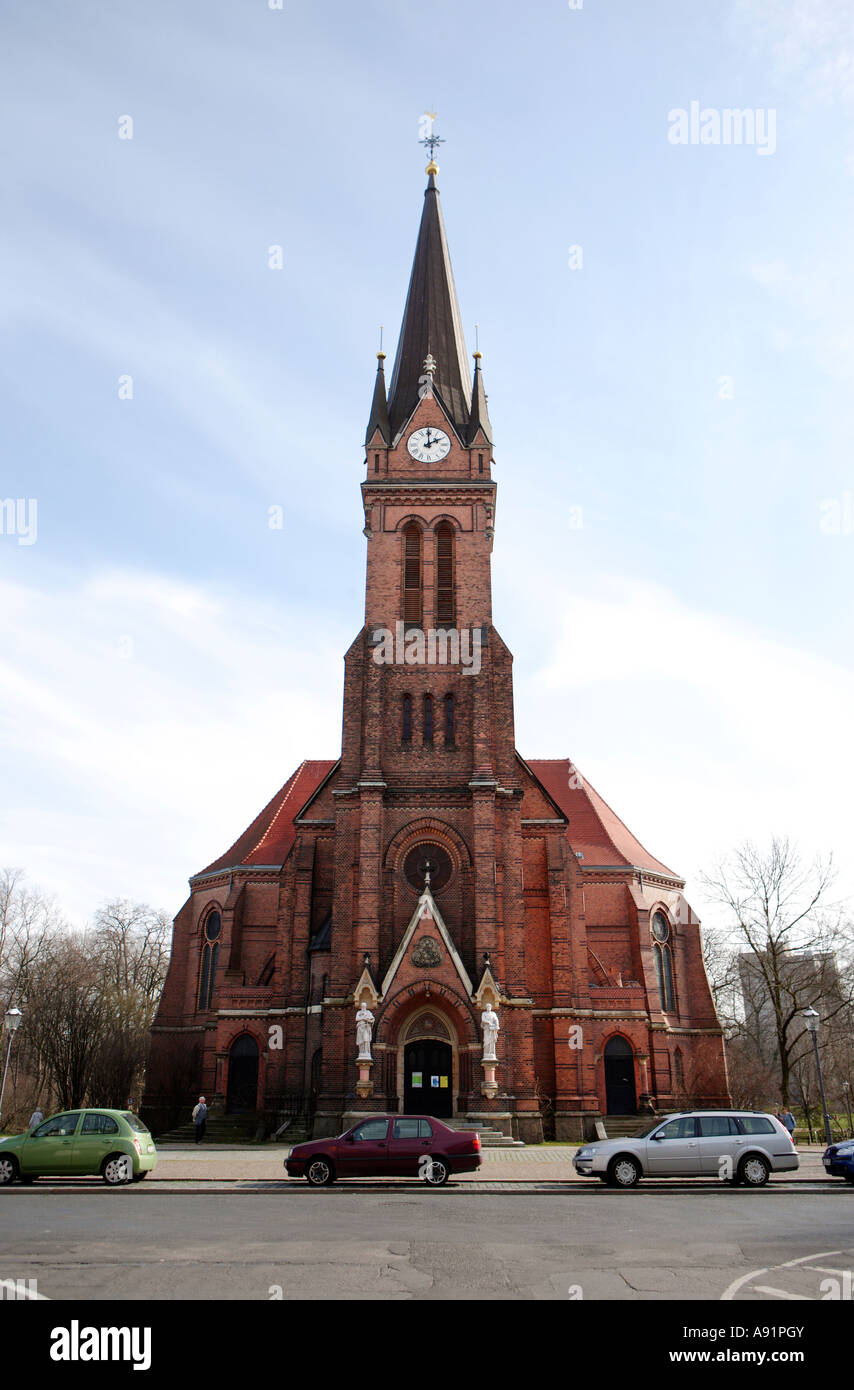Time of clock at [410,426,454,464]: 2:00
